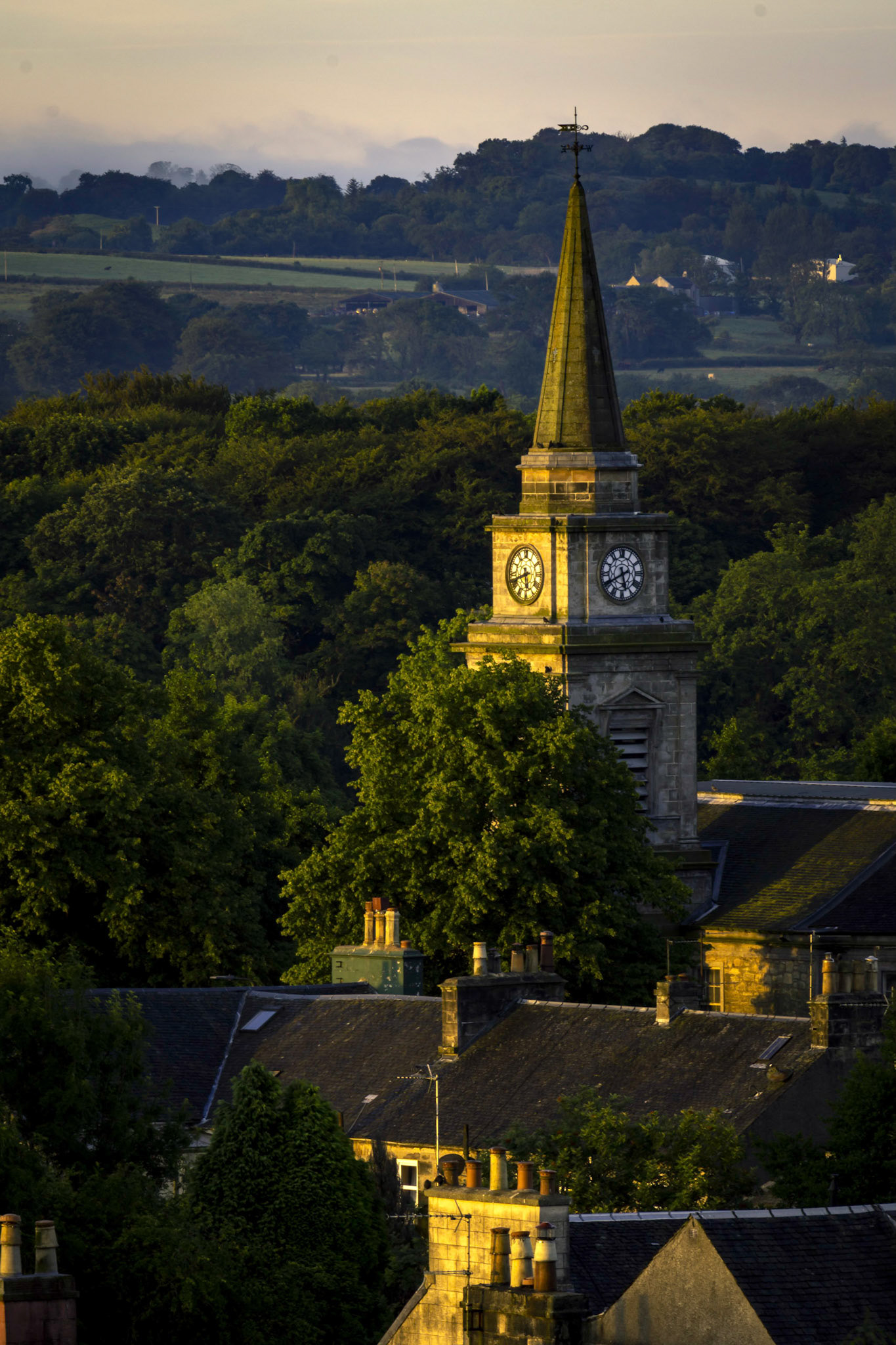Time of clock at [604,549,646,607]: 5:40
